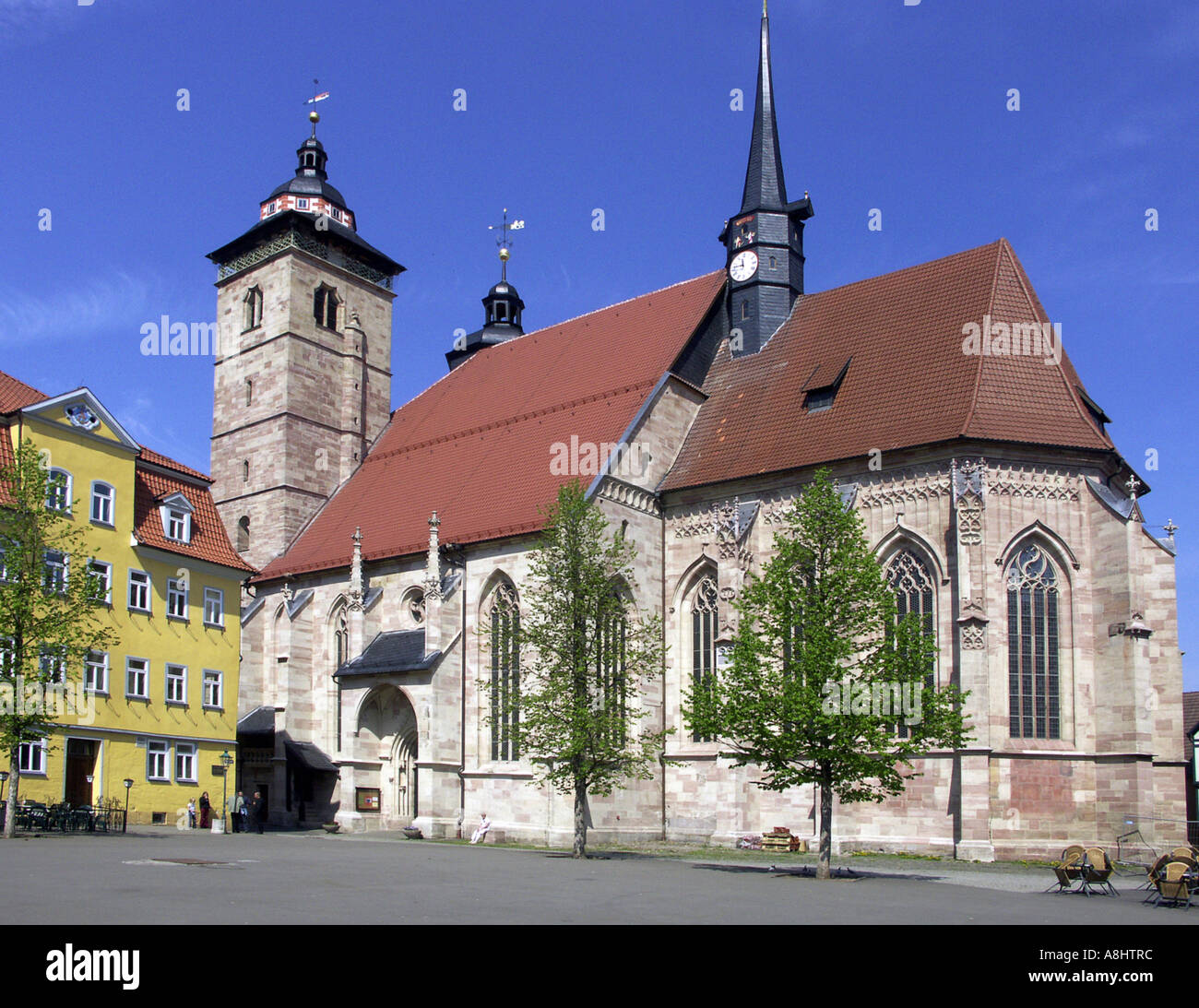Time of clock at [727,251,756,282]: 11:46
